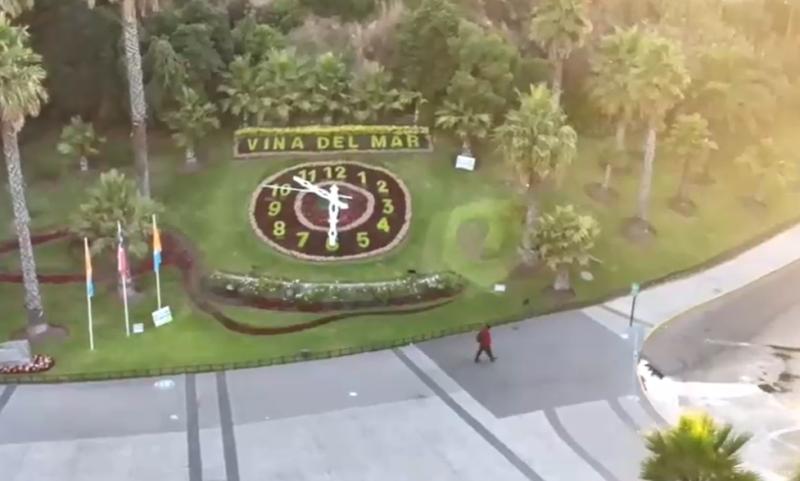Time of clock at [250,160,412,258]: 10:30
